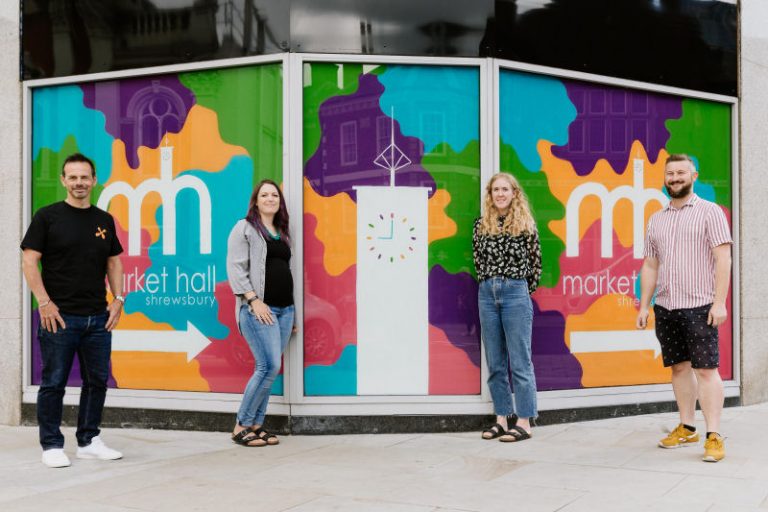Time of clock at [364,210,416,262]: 9:00
